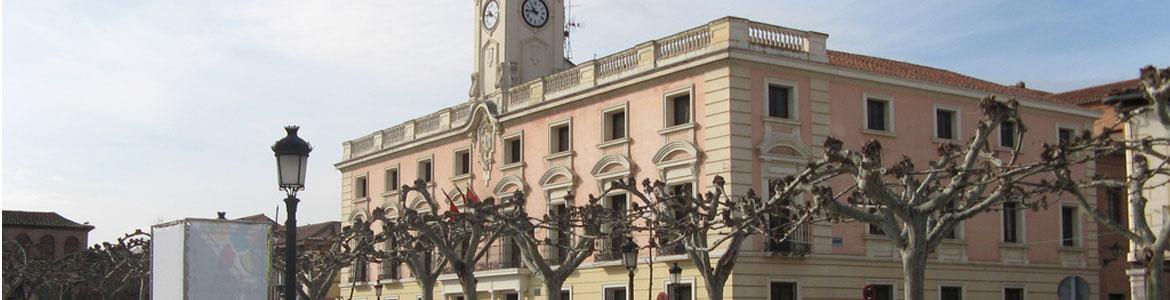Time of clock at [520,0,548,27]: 10:45
